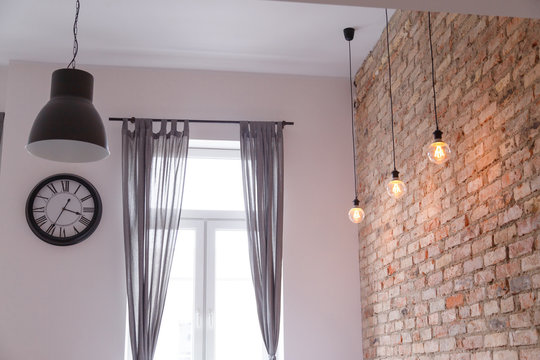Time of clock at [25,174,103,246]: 3:34
